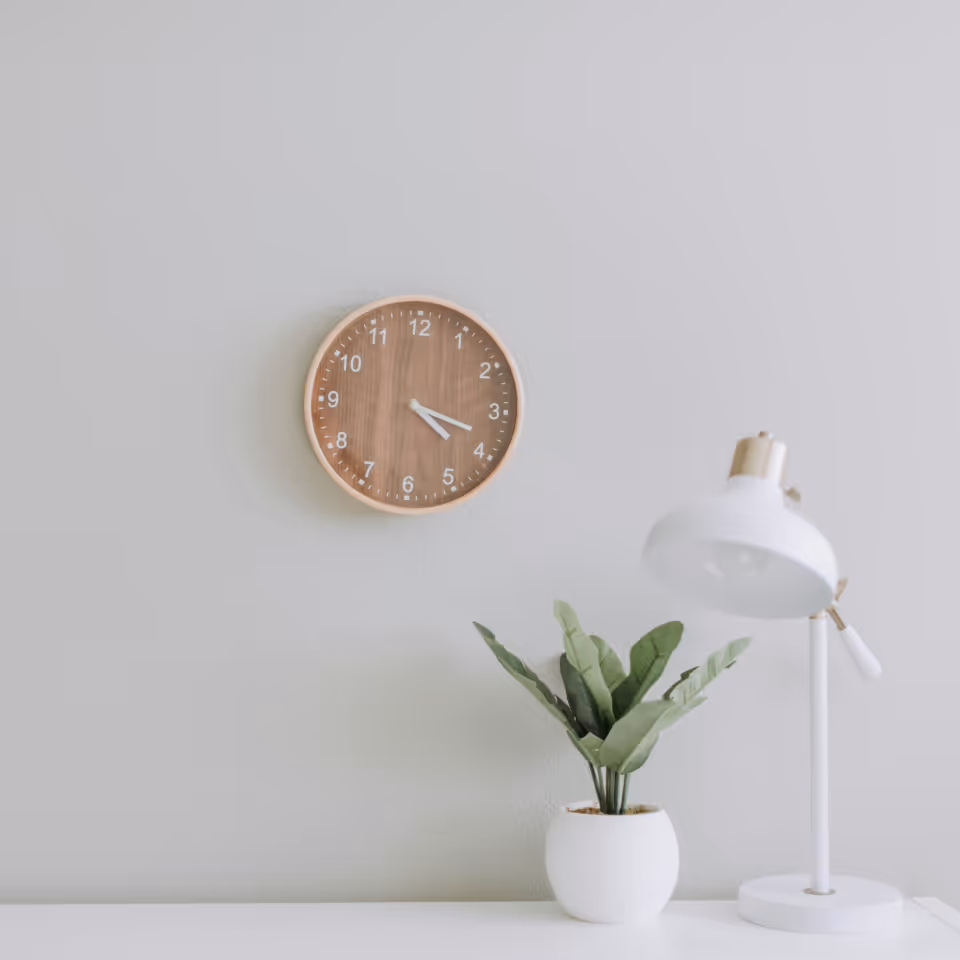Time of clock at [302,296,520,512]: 4:18
